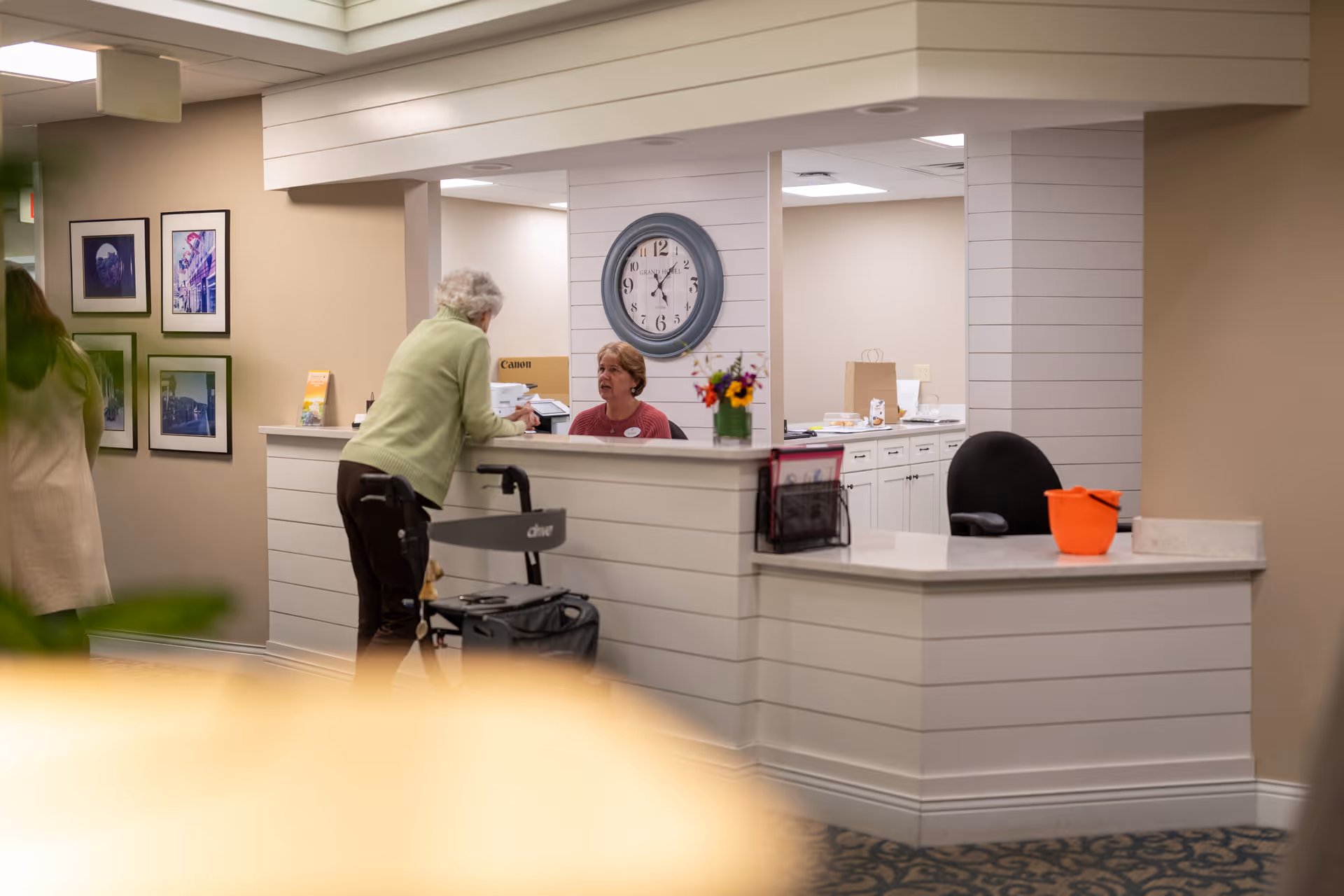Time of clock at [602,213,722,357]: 5:07
